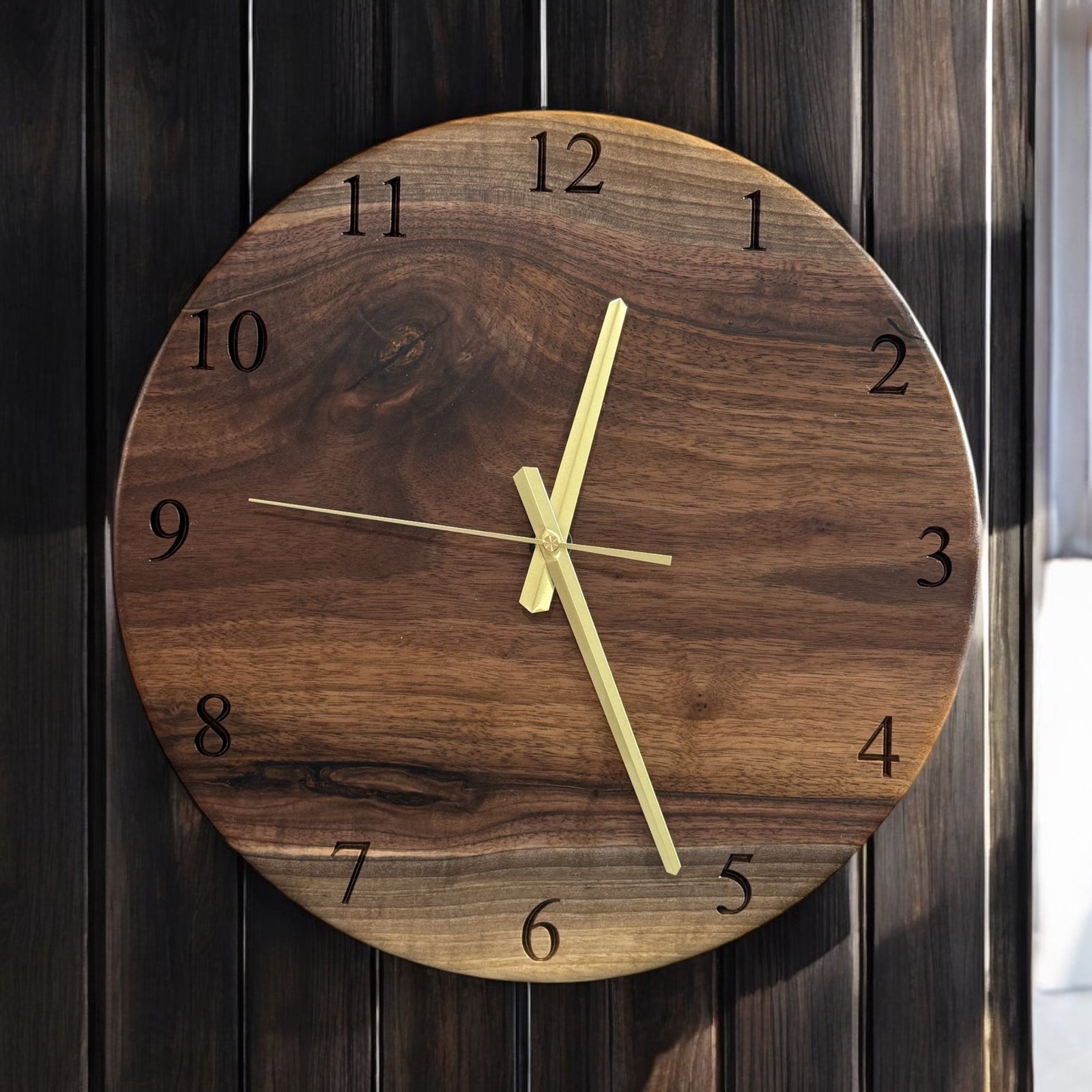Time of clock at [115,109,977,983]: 12:26
